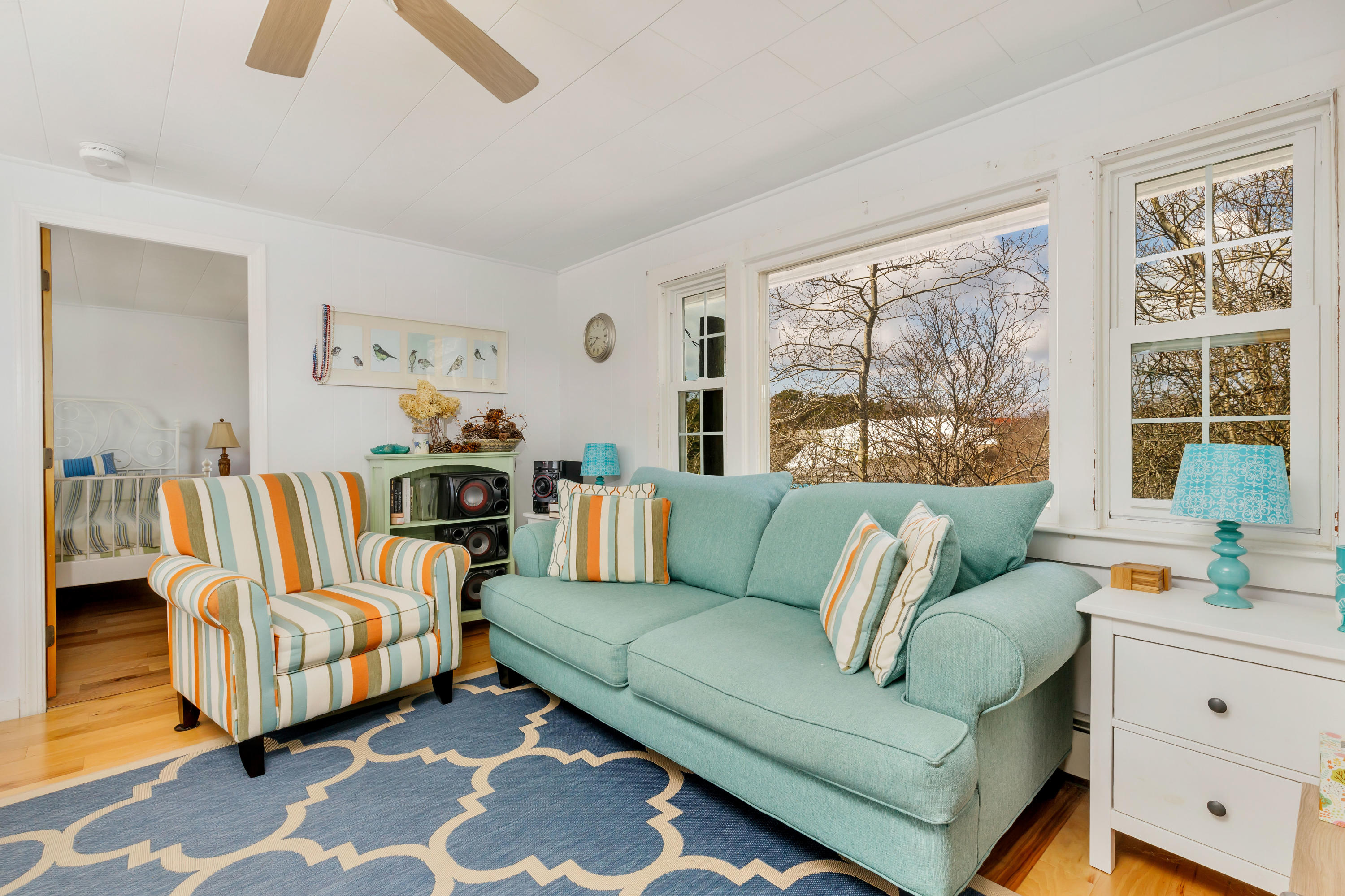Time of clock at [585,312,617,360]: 7:46
